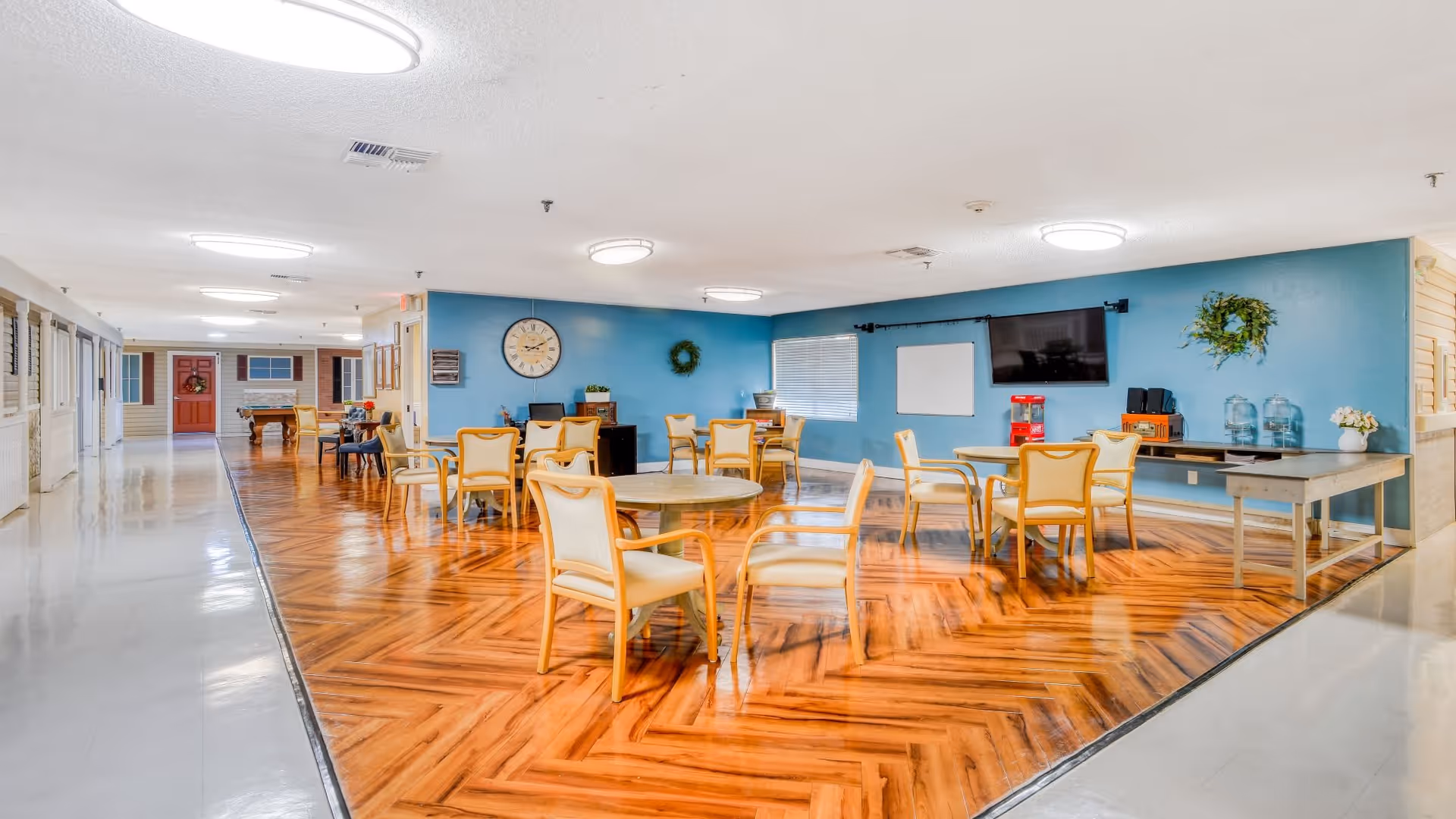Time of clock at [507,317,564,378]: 9:10
